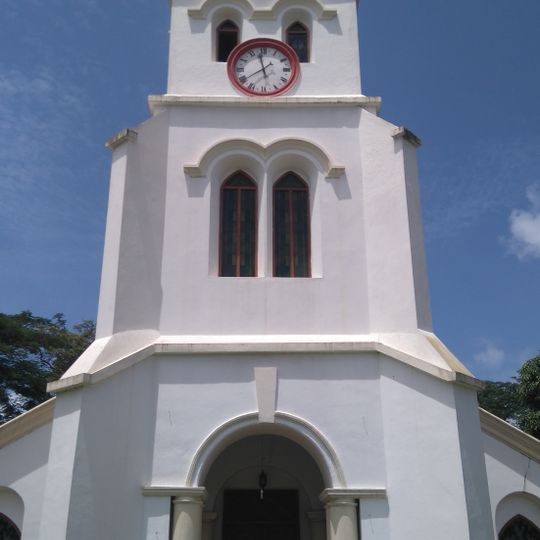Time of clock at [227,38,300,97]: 7:58
